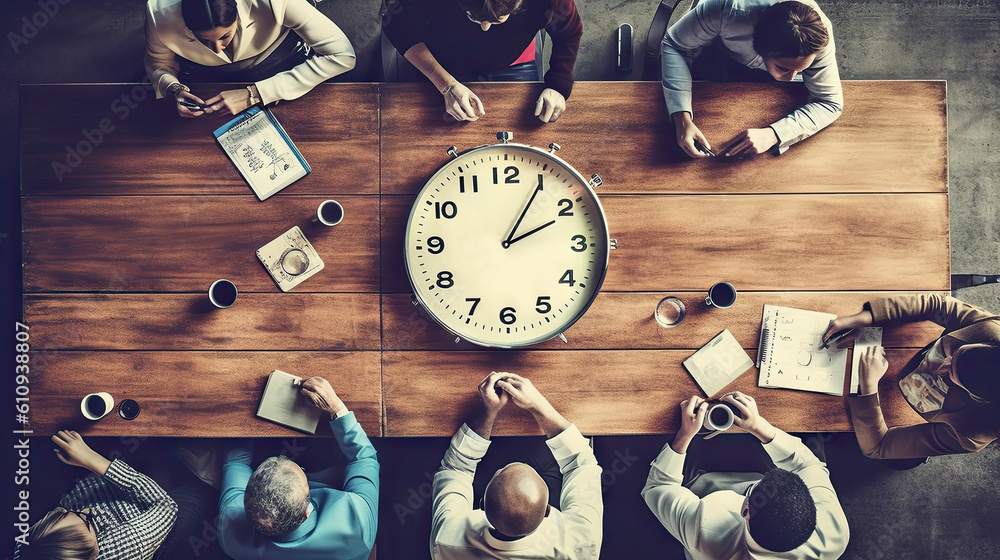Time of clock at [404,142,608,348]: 2:05
